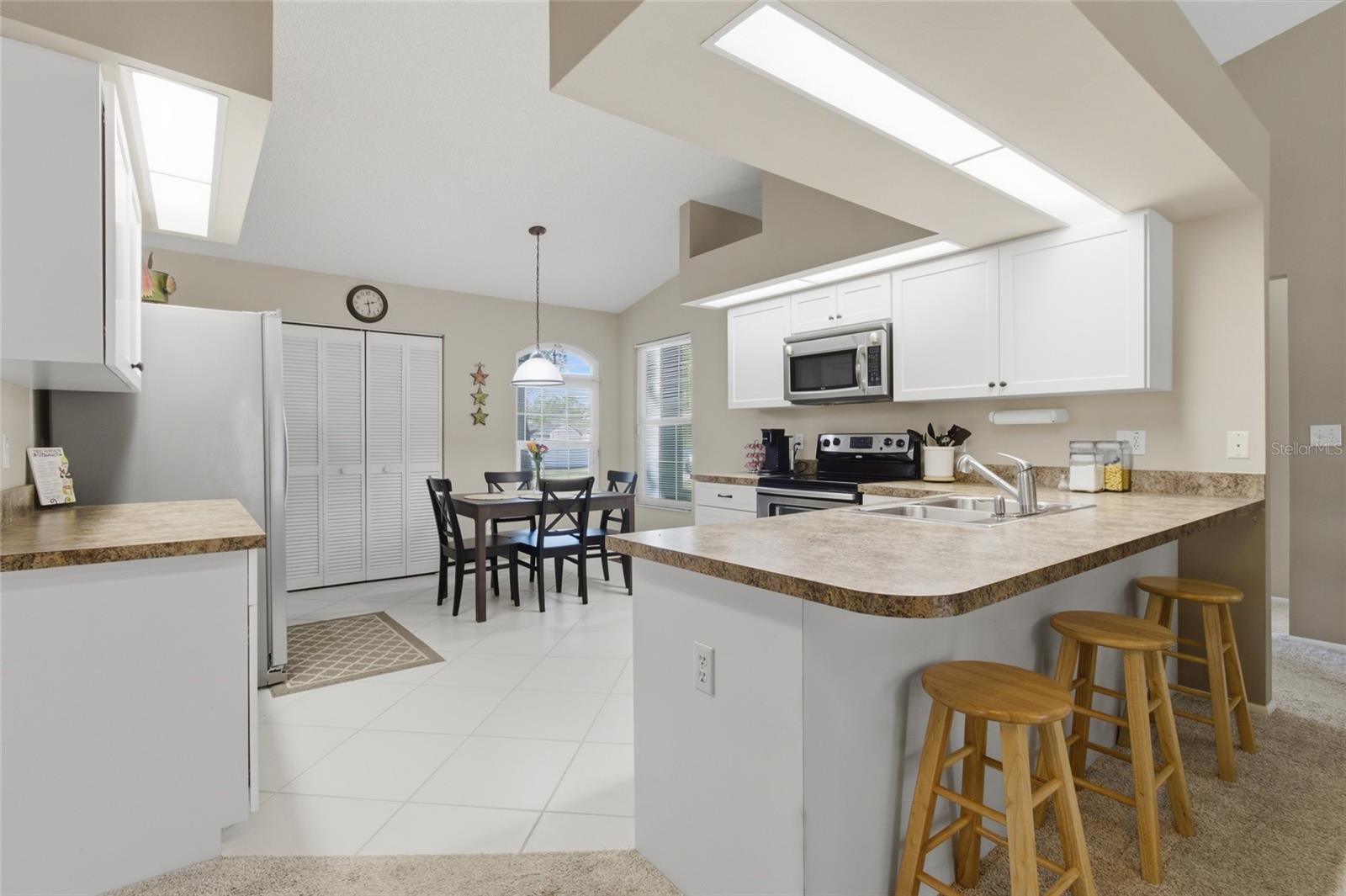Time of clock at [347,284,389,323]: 2:28
